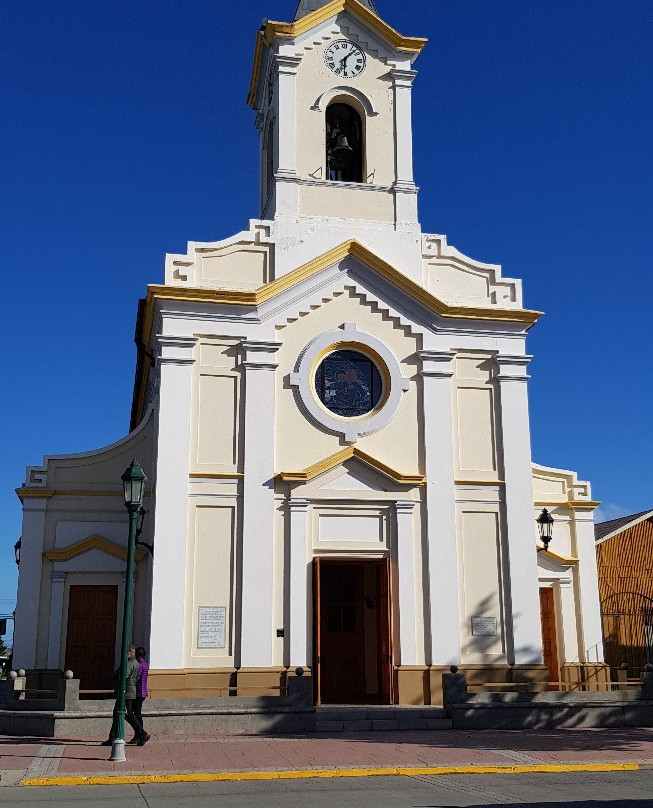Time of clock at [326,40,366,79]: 6:07
